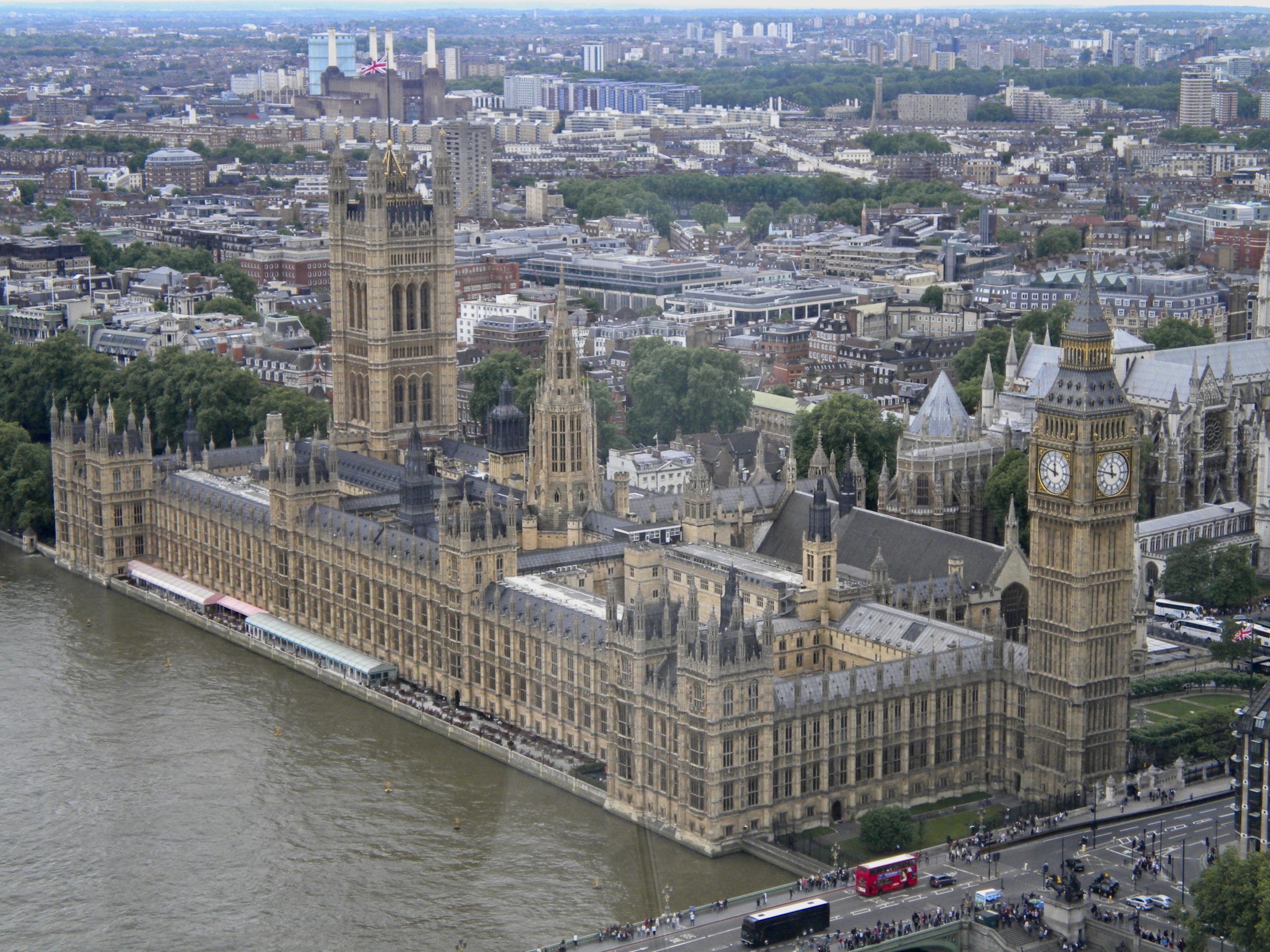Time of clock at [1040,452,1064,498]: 11:47
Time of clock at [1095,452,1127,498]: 11:47
